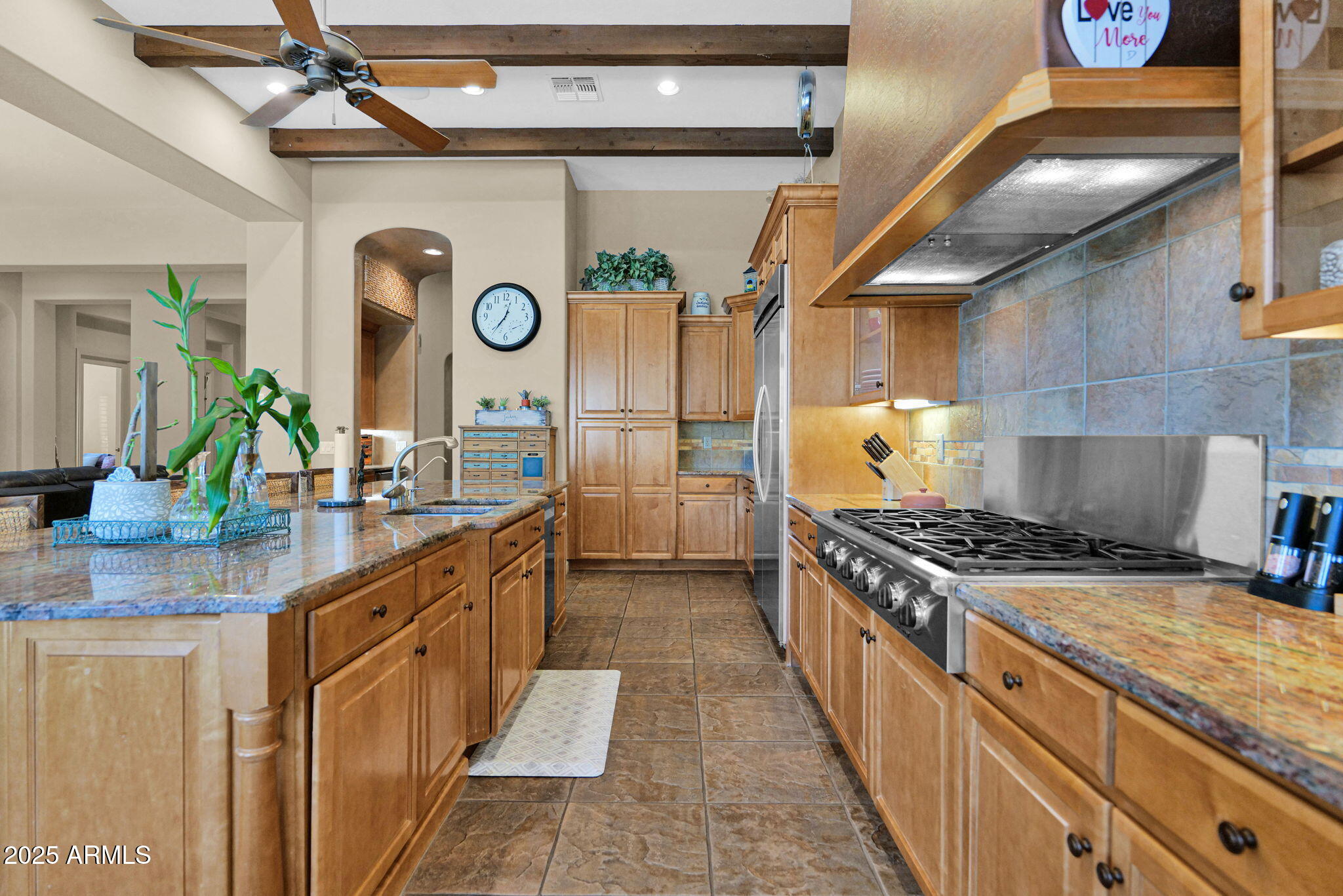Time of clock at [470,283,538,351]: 12:36
